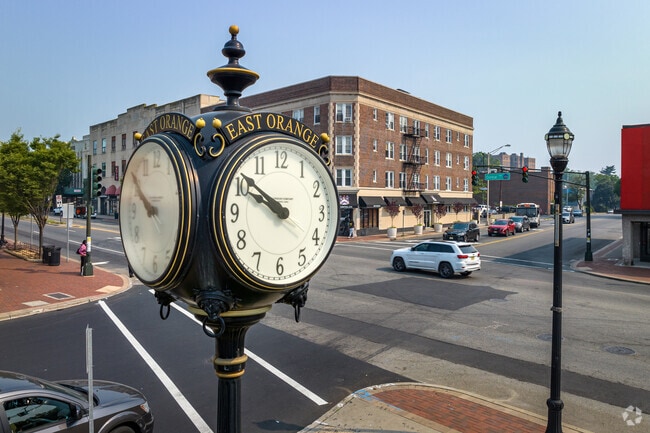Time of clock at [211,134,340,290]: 9:51
